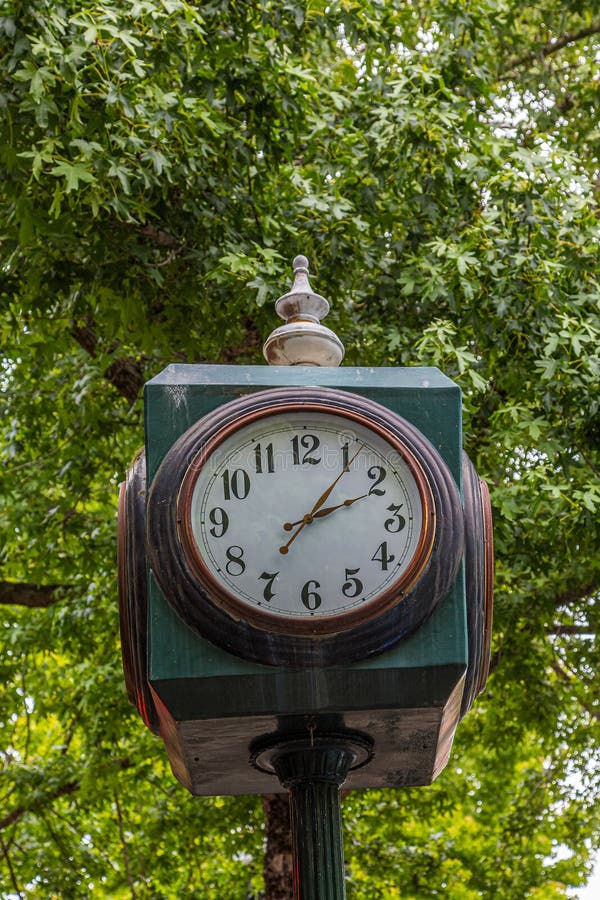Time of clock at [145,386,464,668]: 2:06
